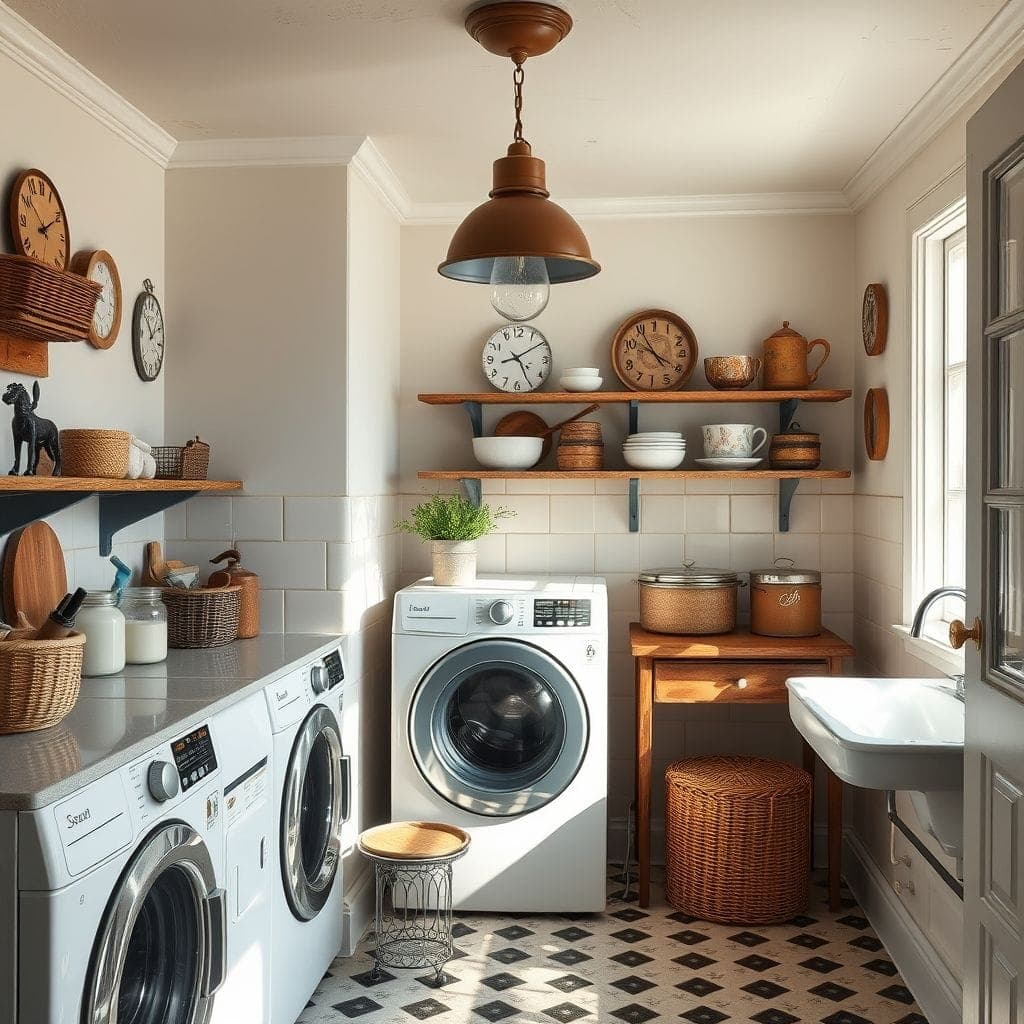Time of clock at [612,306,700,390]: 3:54
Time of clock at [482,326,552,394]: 8:25
